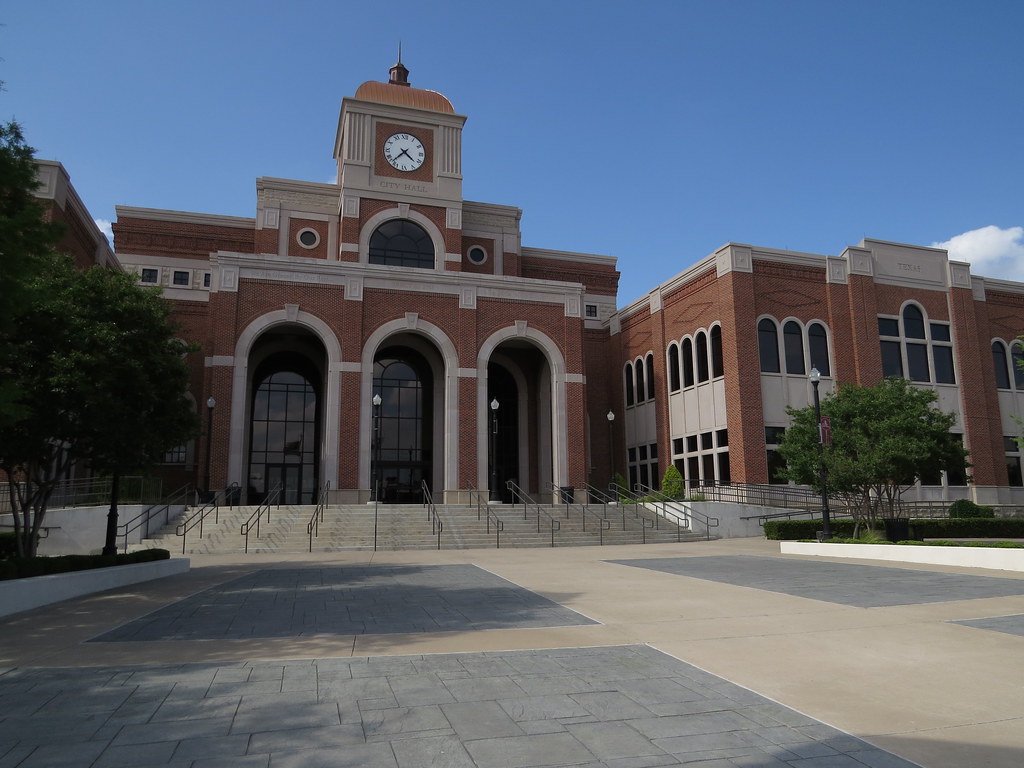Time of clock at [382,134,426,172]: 4:37
